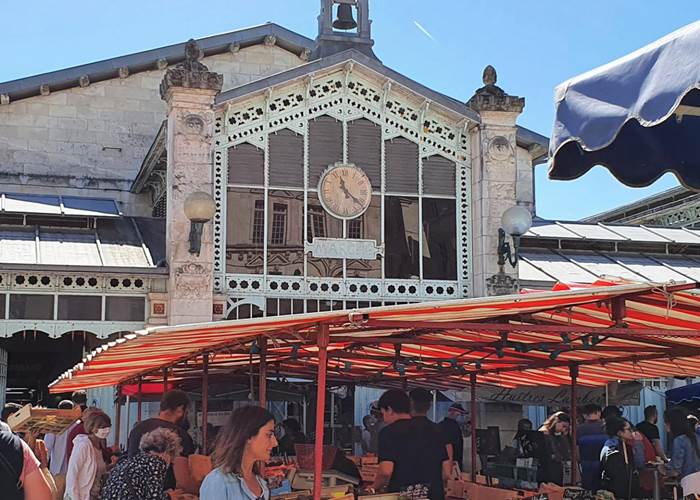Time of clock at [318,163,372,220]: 11:21
